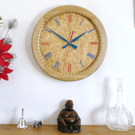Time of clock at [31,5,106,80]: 1:50
